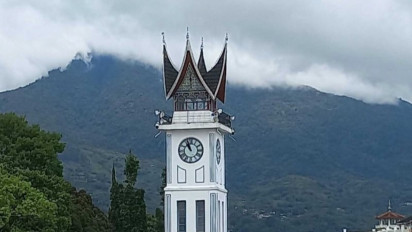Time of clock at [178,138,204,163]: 10:56
